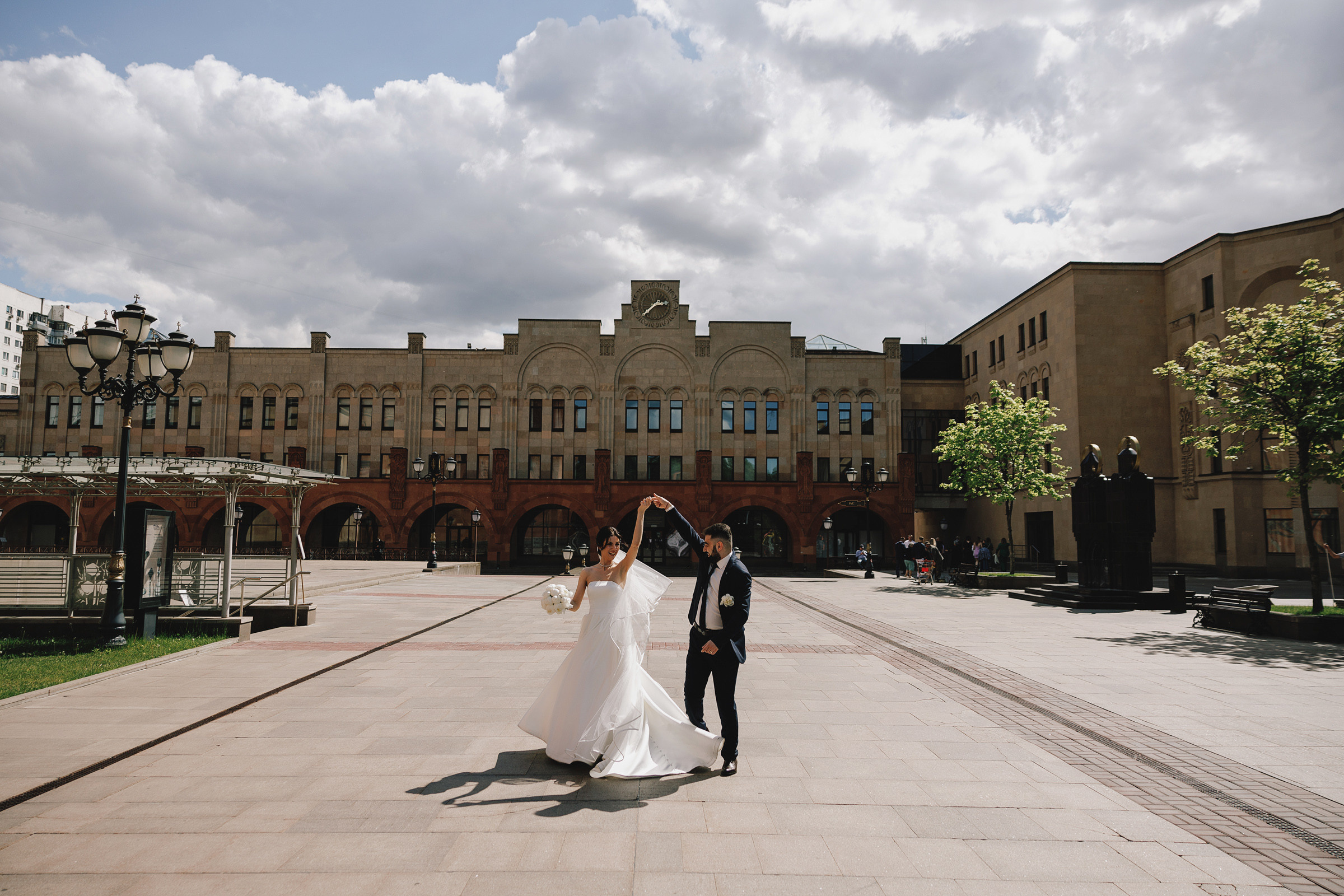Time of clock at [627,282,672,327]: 2:38
